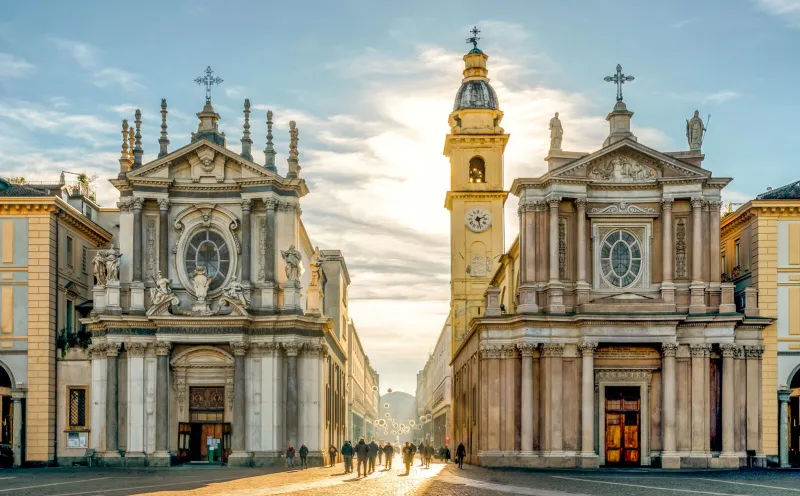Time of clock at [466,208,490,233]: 2:27
